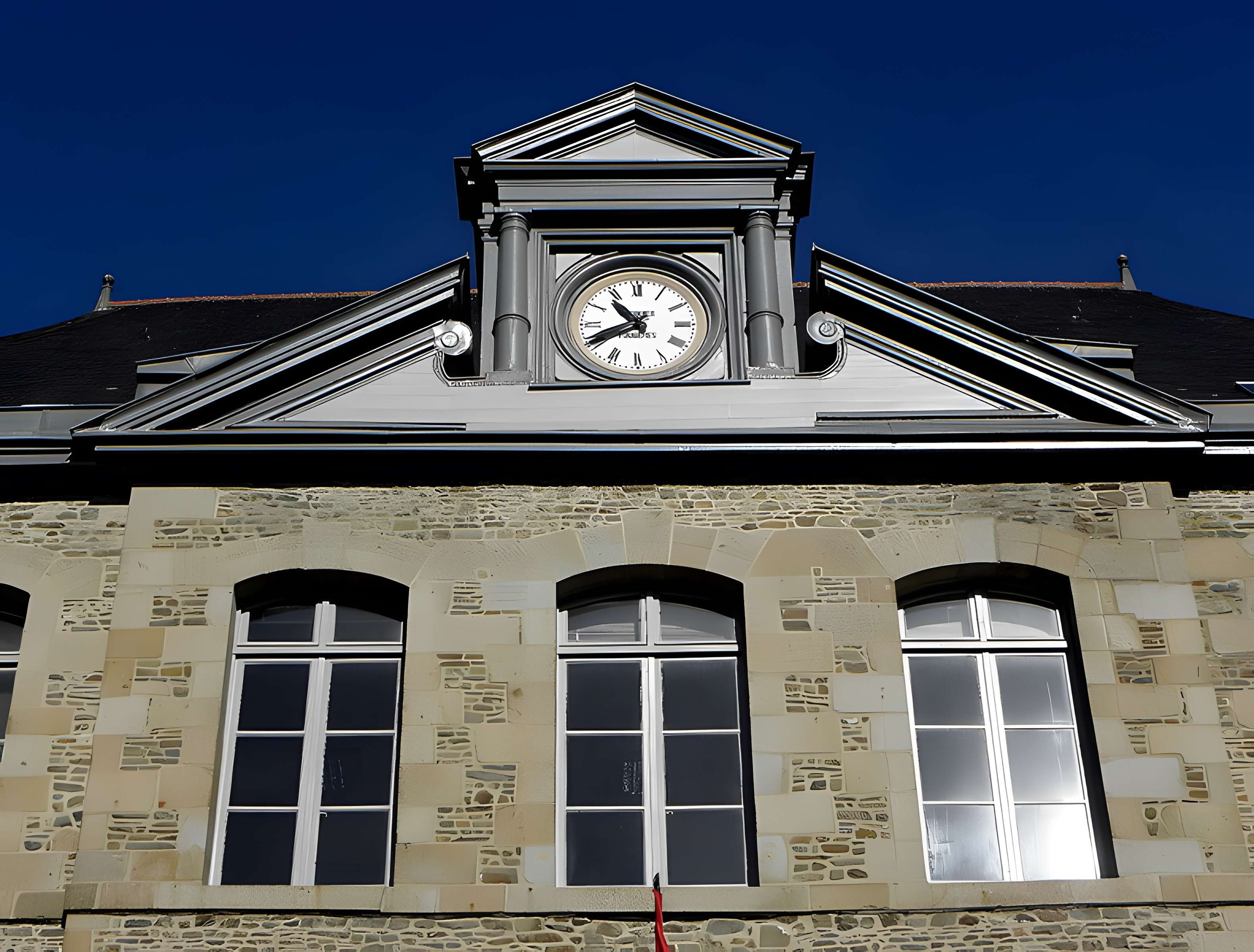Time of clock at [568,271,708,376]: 10:41
